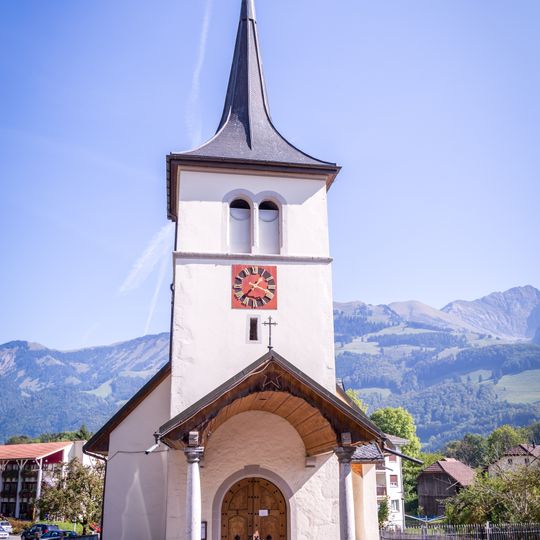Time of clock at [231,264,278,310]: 7:17
